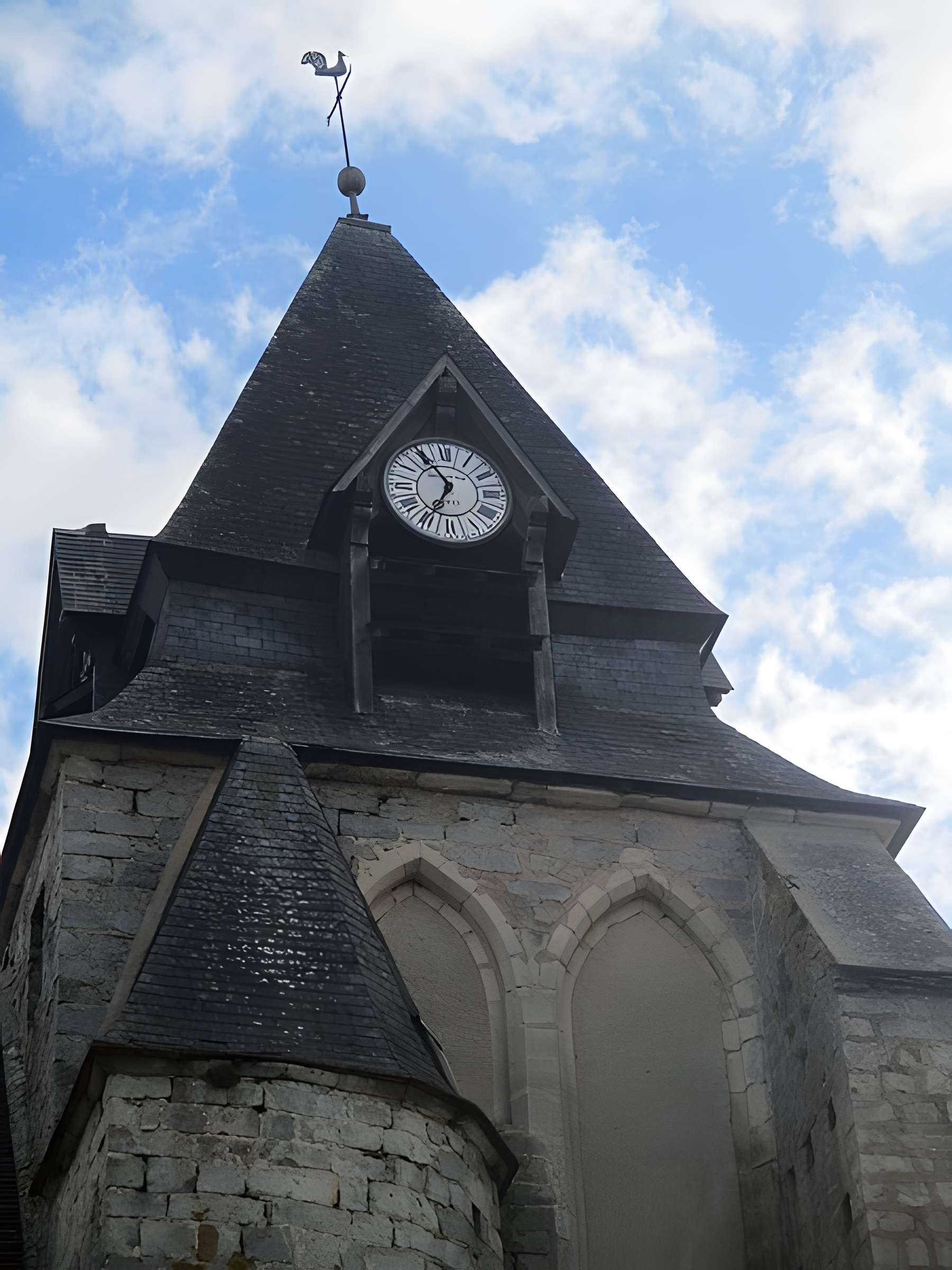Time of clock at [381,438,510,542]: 6:54
